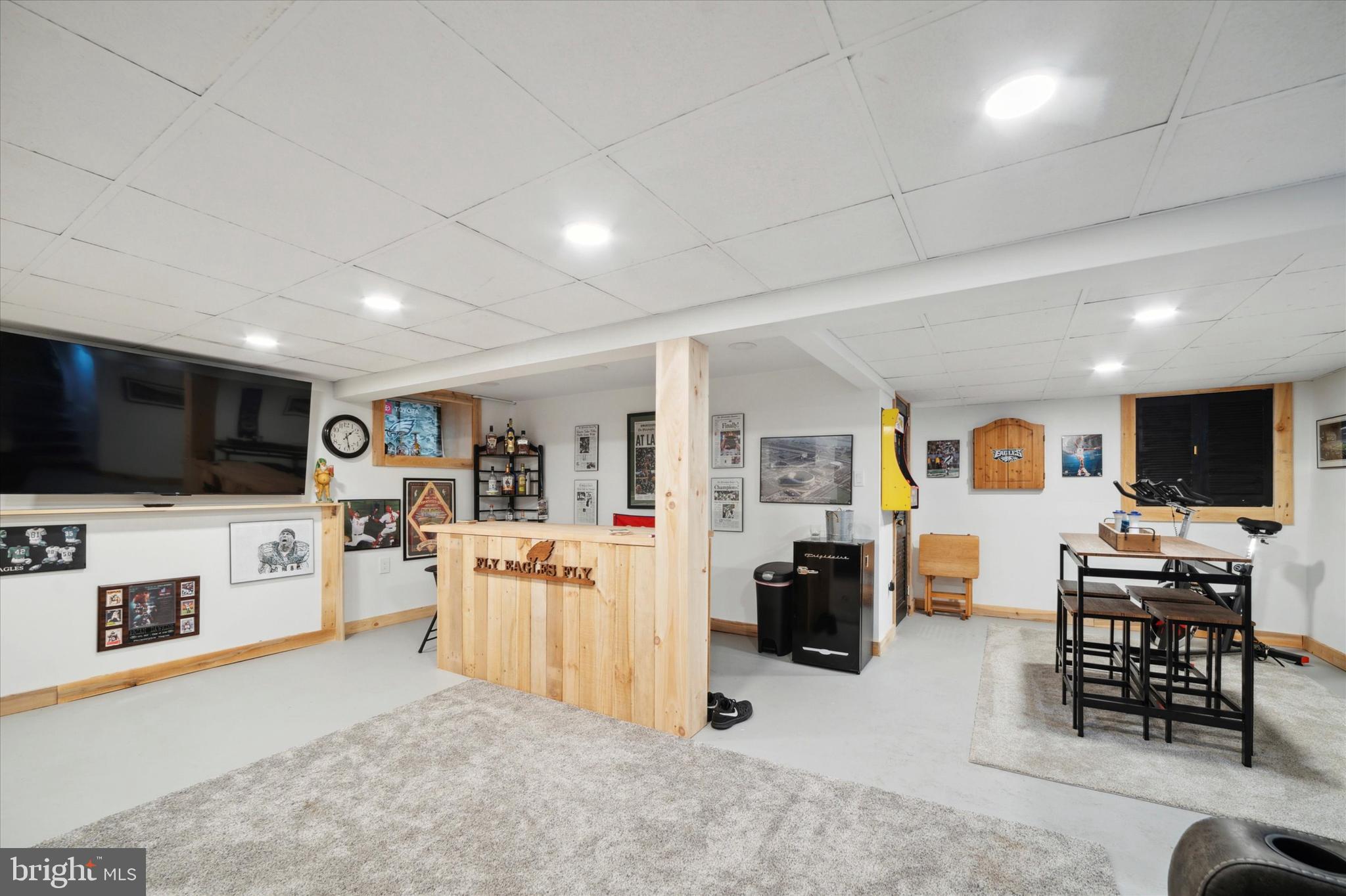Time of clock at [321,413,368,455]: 1:27
